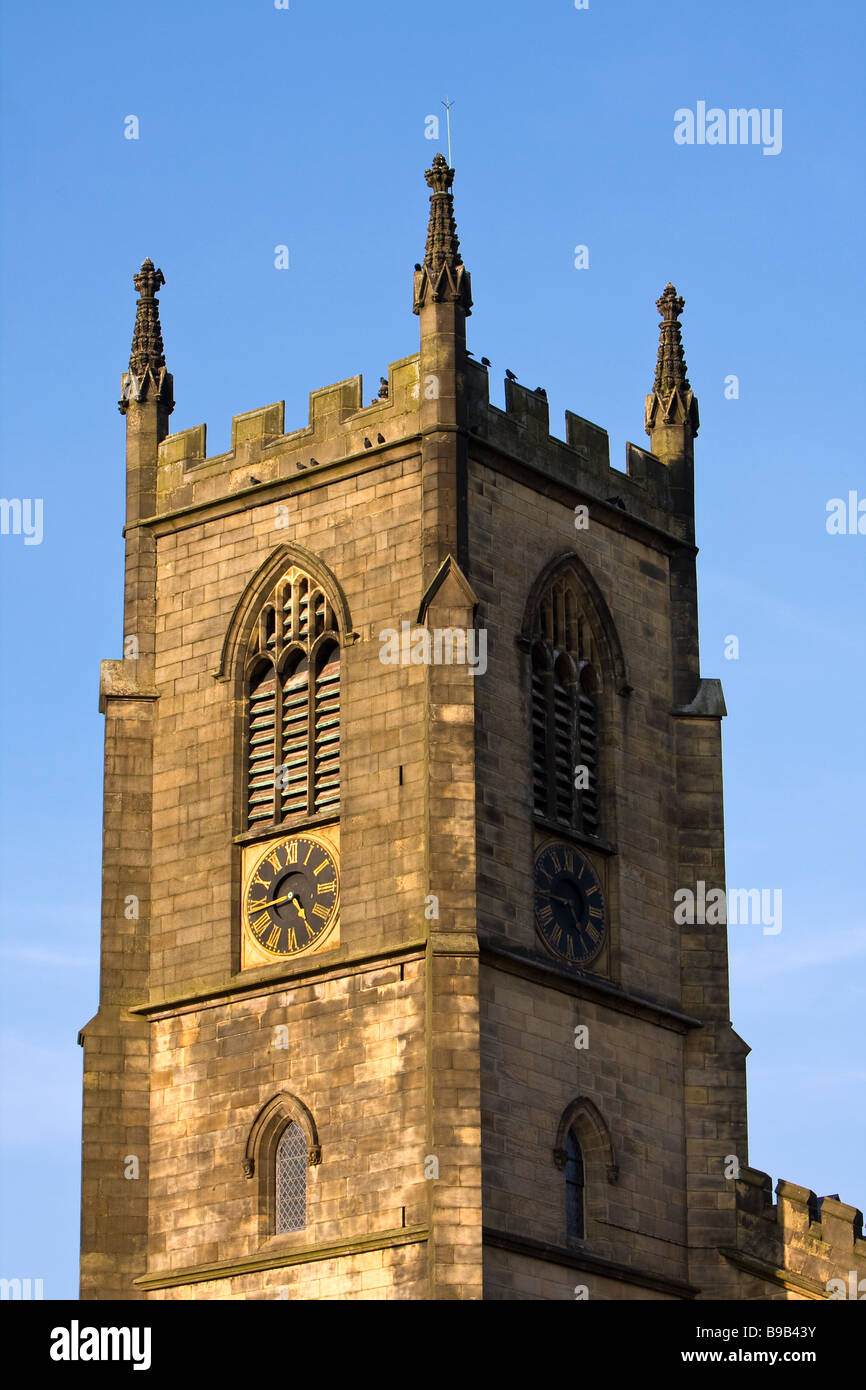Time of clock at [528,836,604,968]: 4:44
